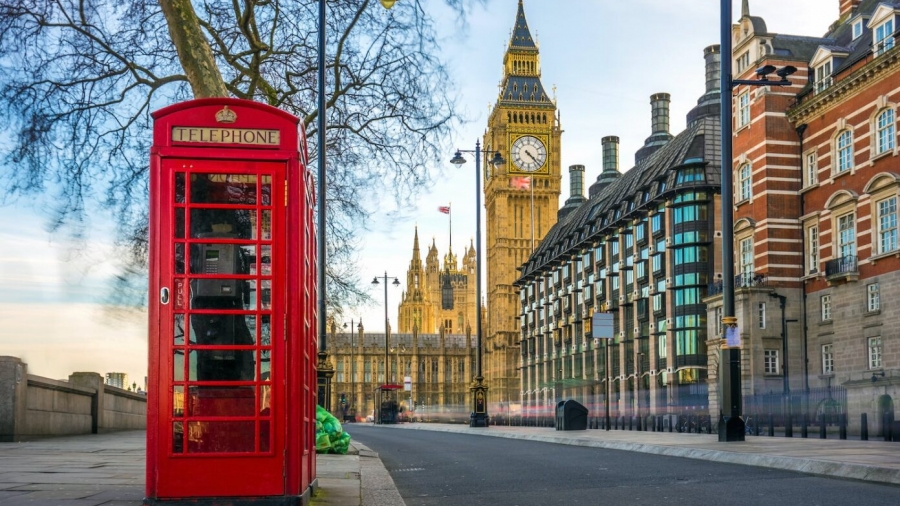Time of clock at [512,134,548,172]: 4:22
